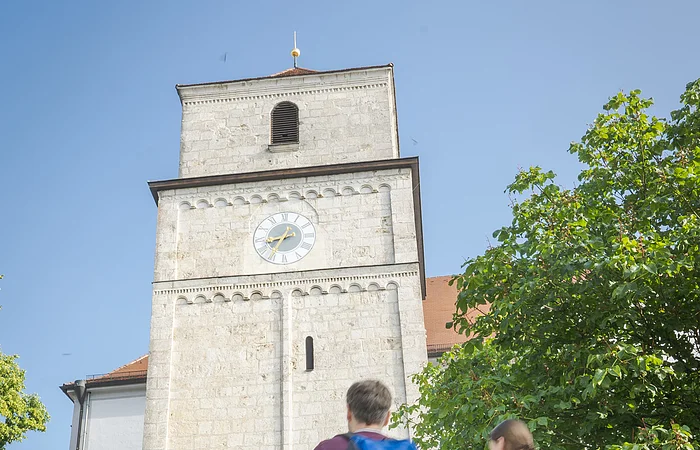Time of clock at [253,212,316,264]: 8:35
